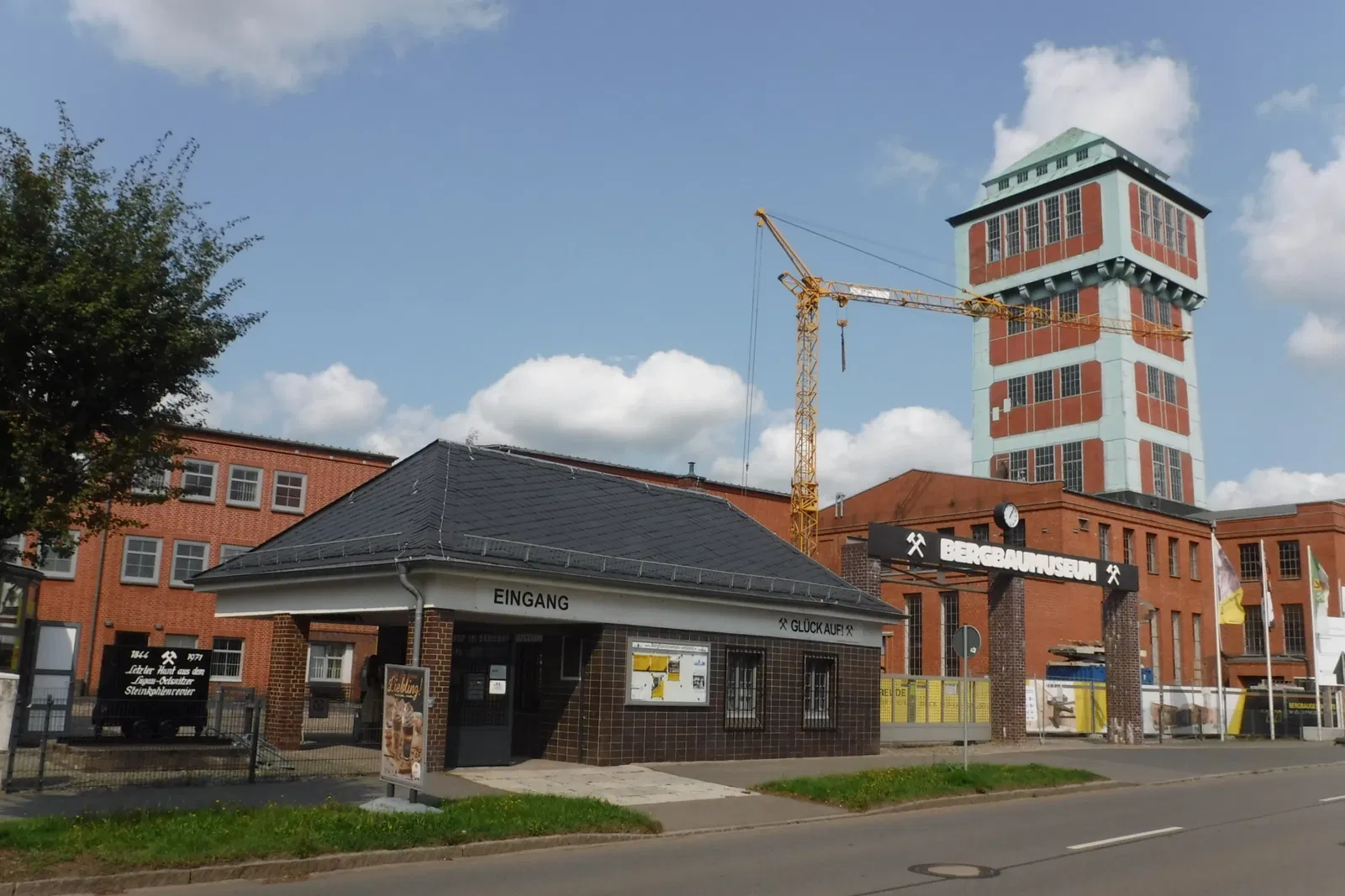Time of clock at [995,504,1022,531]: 1:06
